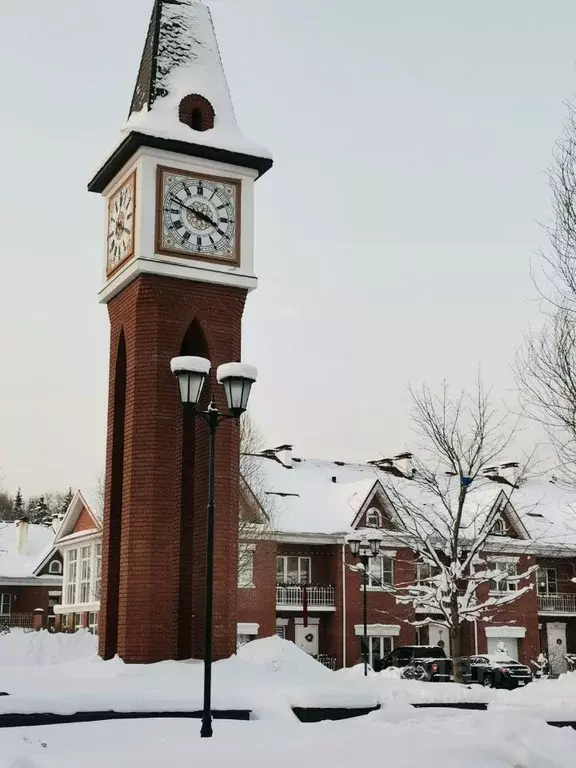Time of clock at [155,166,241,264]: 3:48
